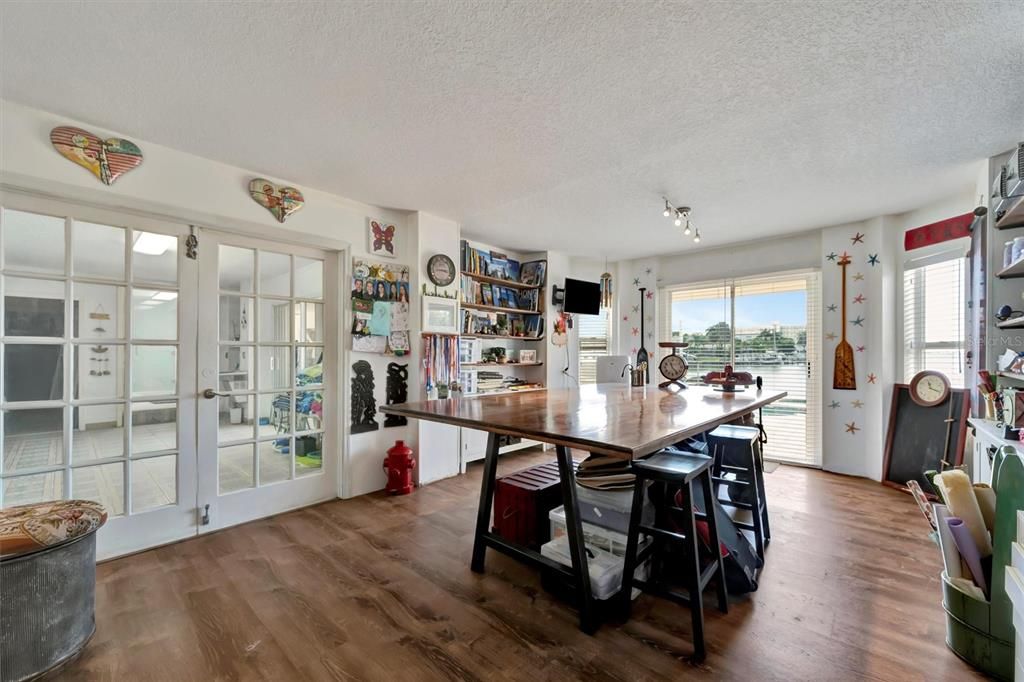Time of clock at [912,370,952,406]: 11:18
